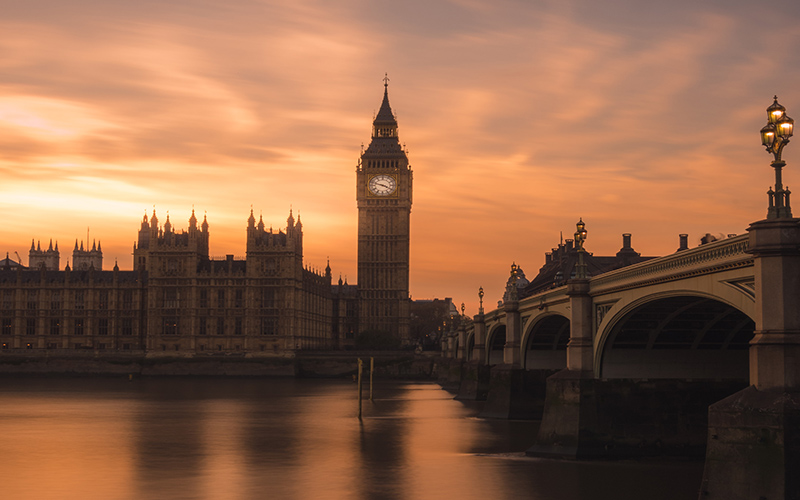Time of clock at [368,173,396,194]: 3:47
